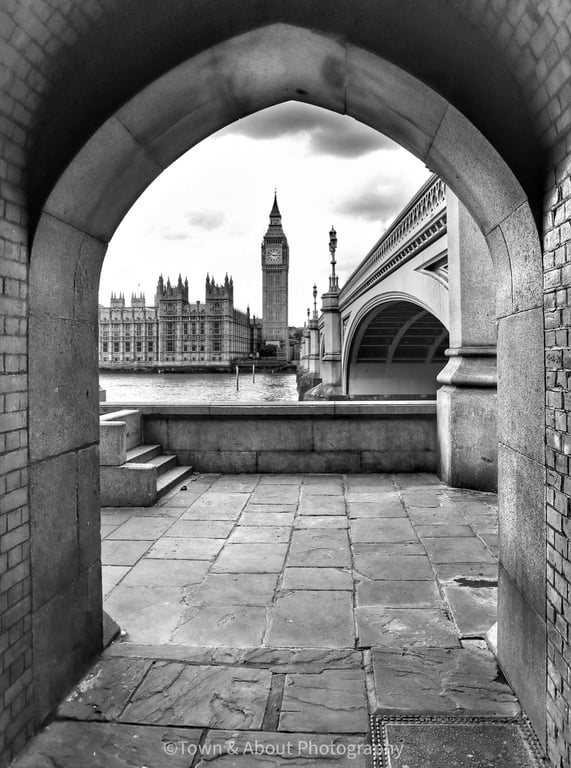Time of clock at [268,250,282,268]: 2:48
